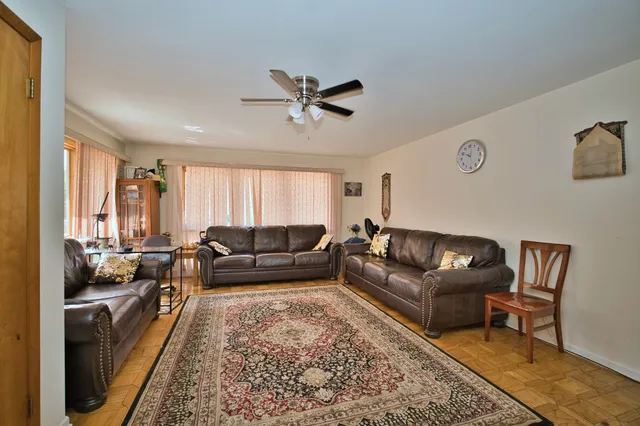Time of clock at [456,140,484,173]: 10:02
